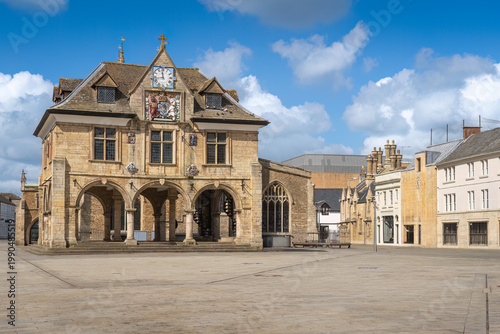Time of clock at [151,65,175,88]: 11:42
